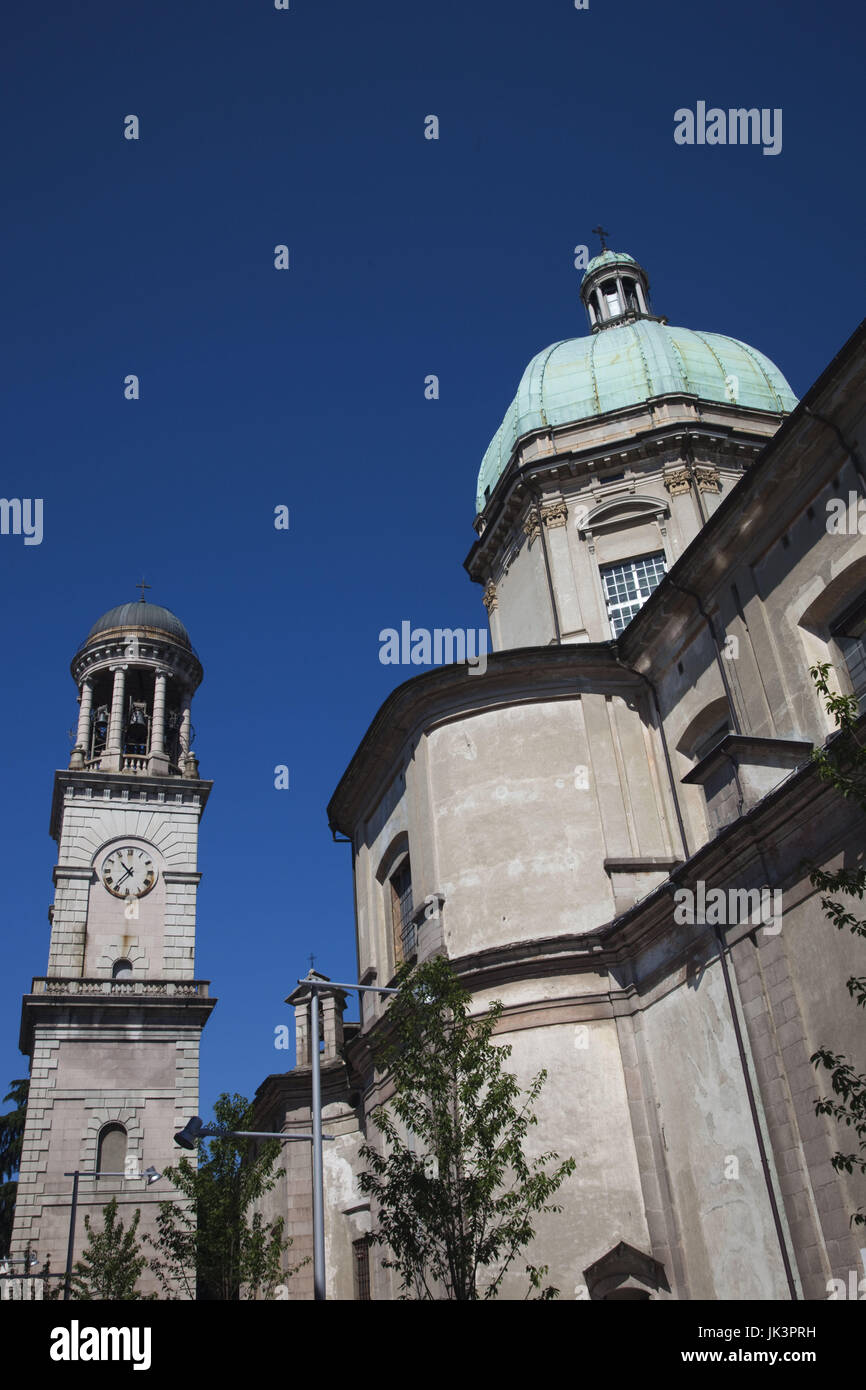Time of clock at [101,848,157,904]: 10:36
